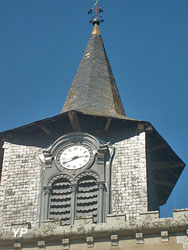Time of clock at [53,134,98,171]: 2:40
